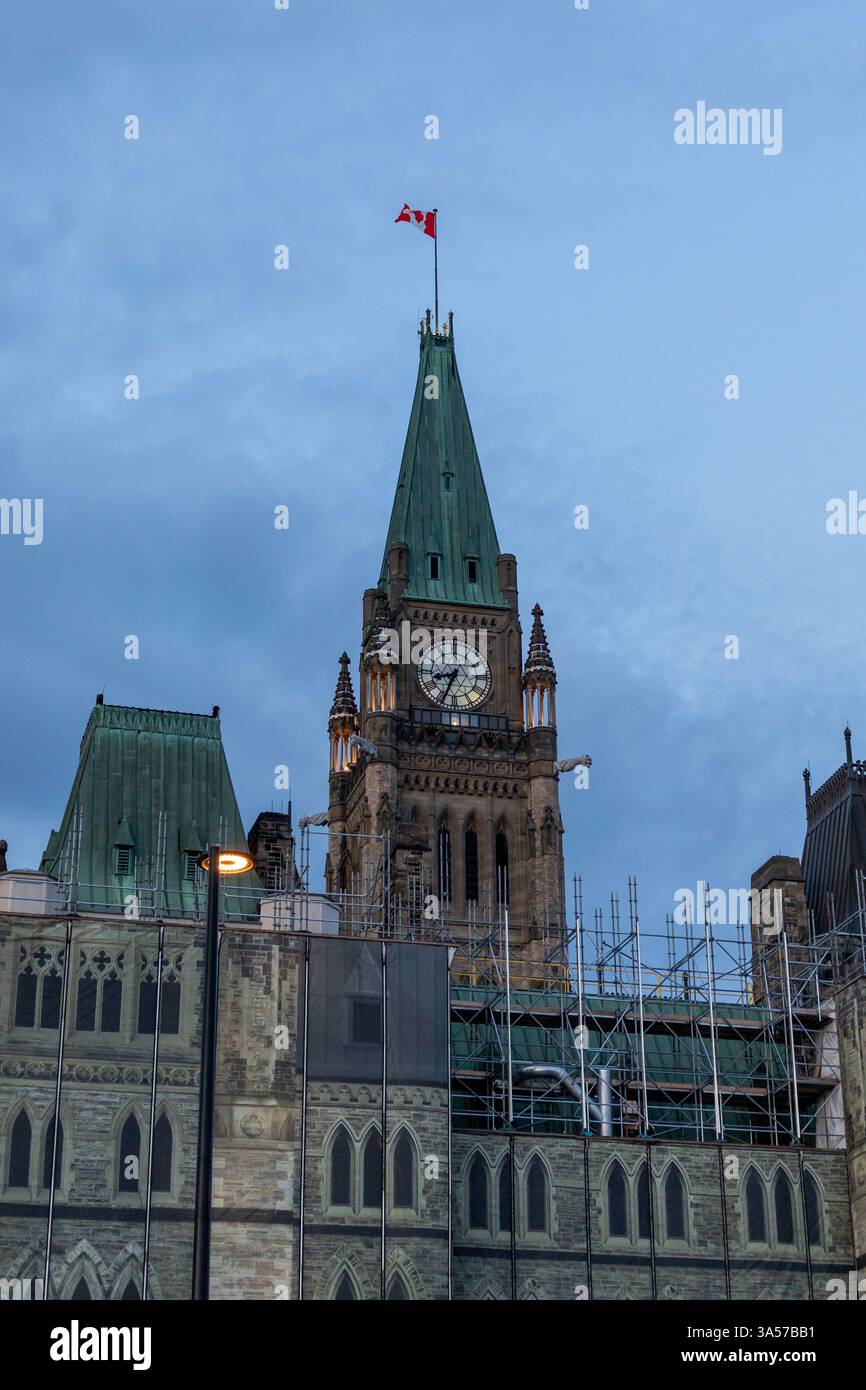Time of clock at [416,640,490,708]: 8:34
